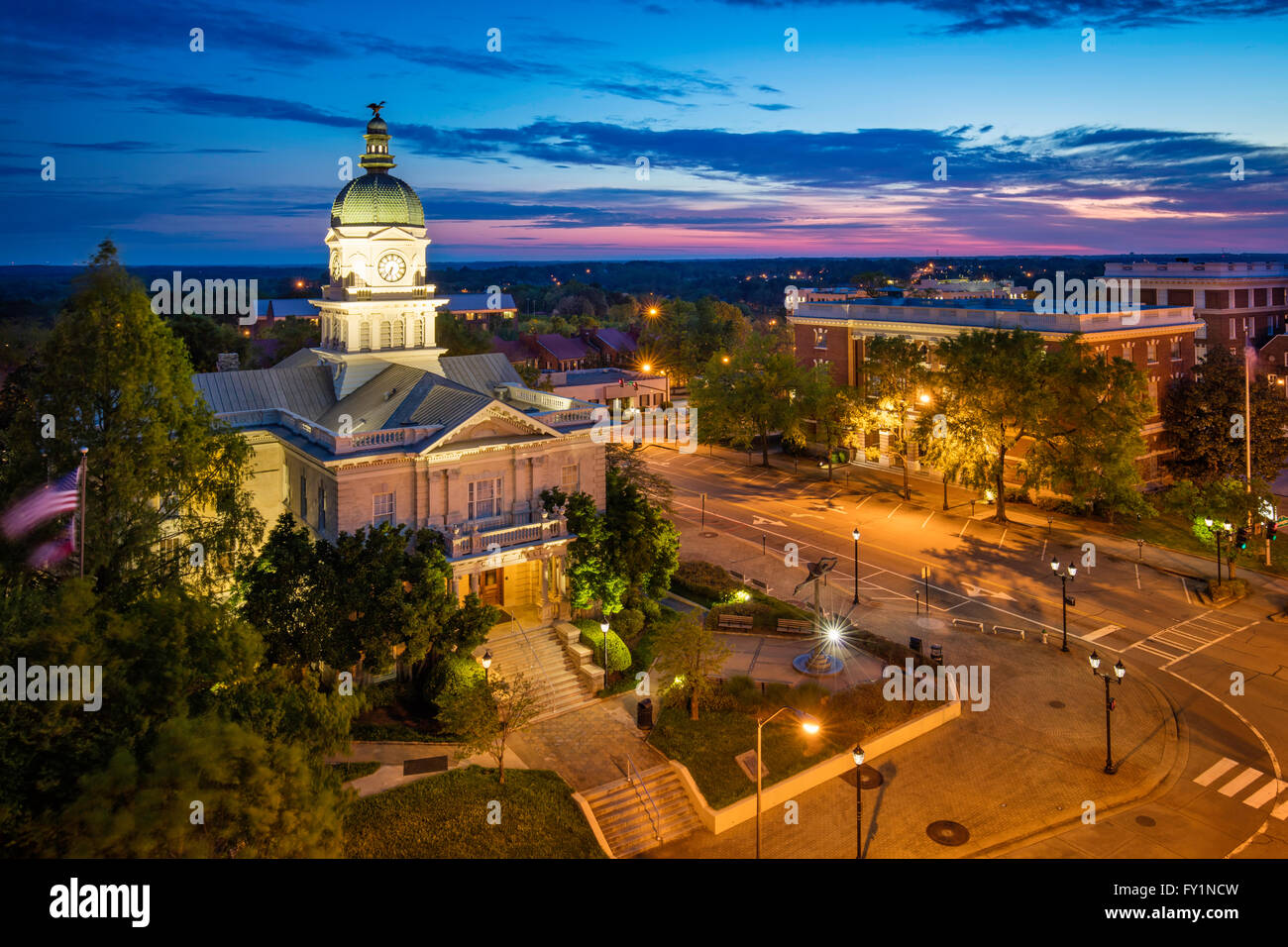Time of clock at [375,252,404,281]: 6:35
